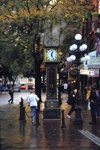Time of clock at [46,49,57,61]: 12:26
